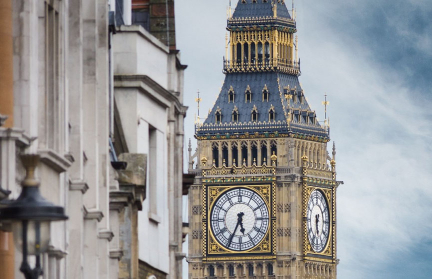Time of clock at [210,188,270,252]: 5:34
